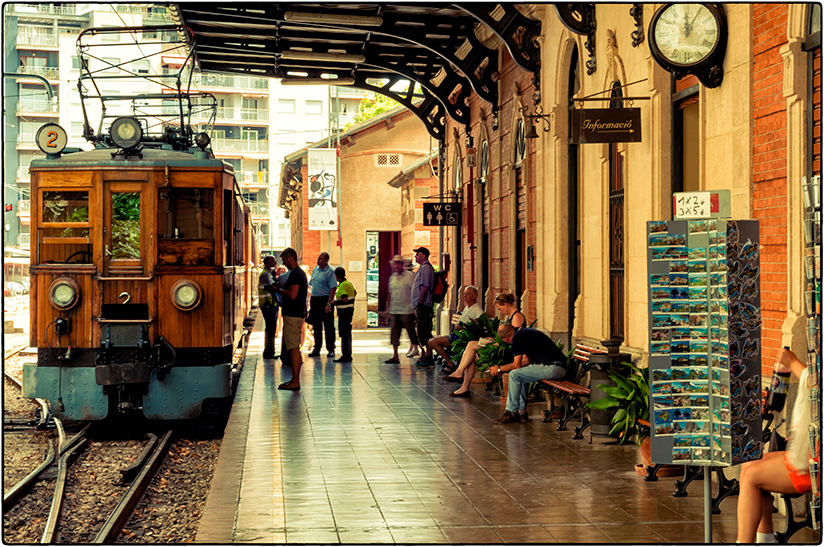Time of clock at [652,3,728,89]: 12:05
